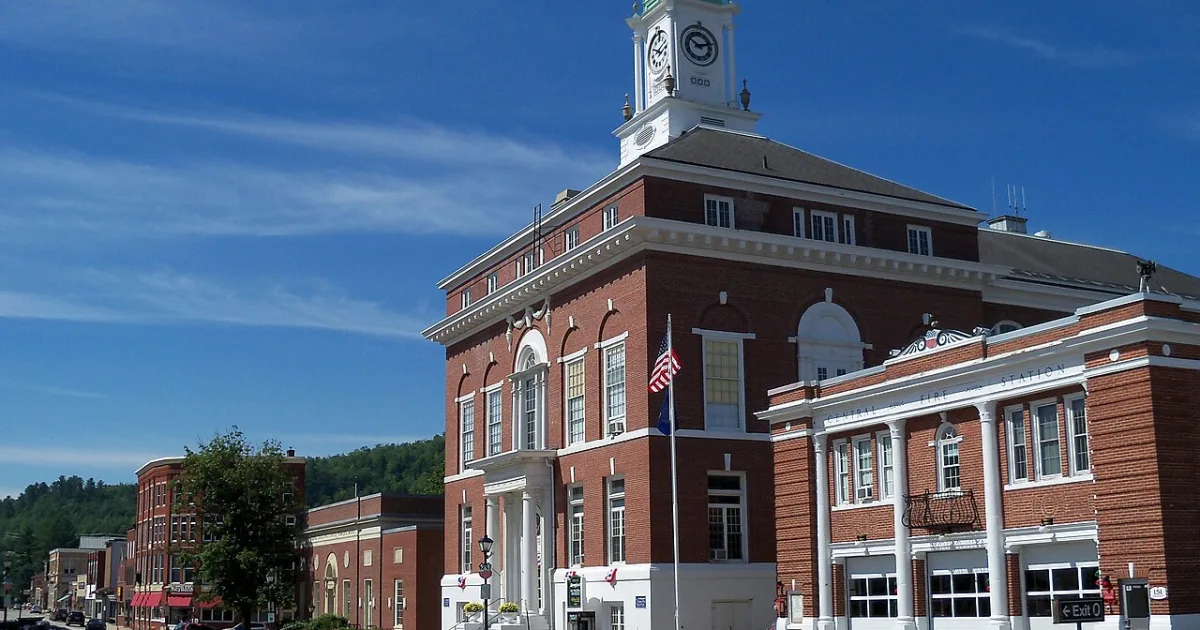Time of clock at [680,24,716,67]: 10:12
